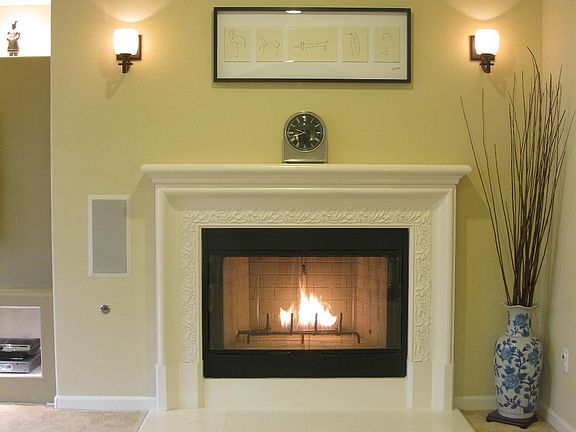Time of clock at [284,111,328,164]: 9:42
